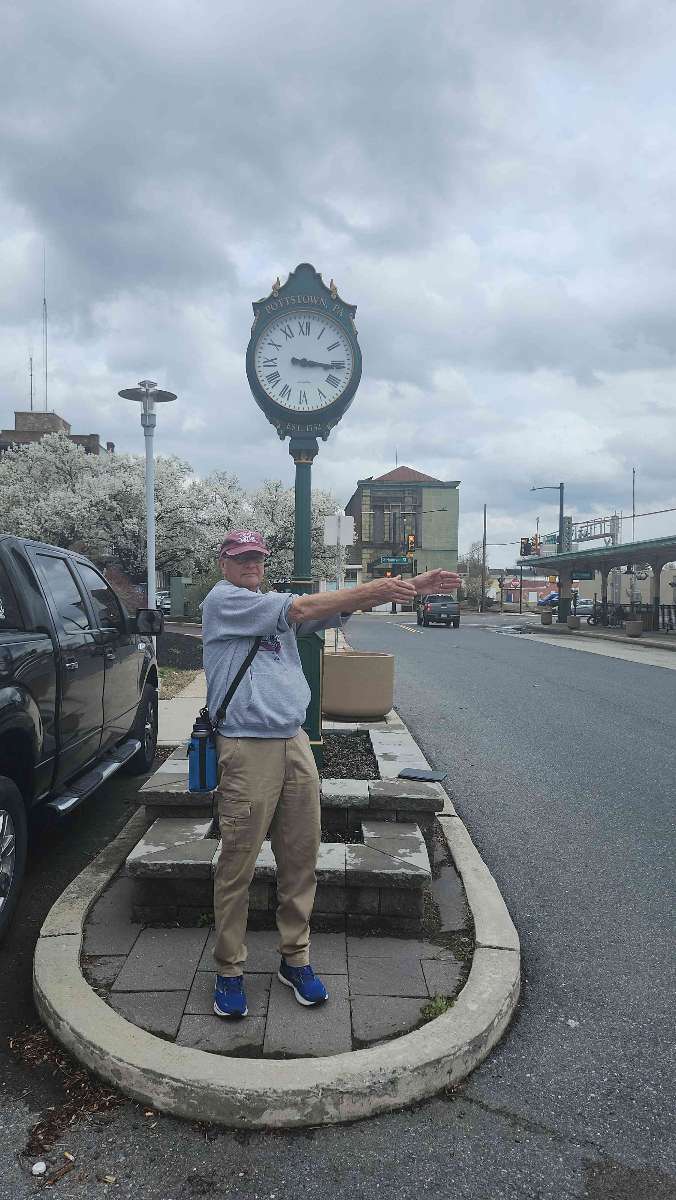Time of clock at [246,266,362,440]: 3:15
